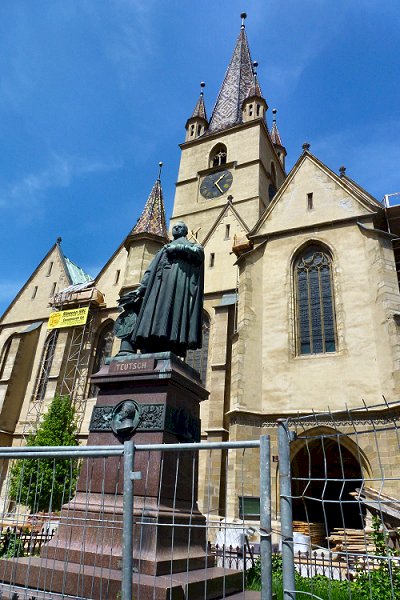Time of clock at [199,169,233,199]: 1:24
